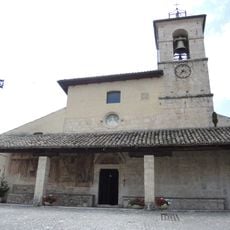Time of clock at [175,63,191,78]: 7:17
